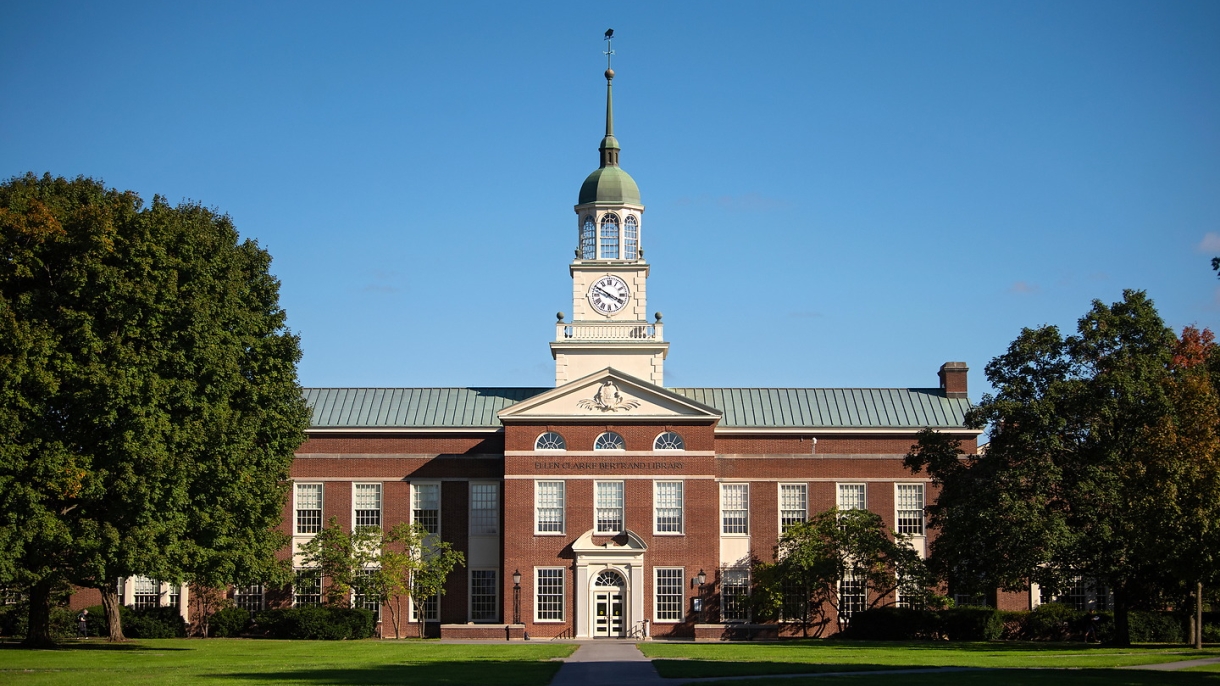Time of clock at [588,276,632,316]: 3:50
